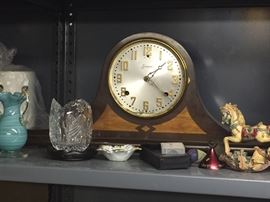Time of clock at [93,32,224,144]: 4:08
